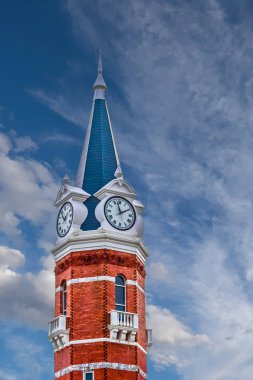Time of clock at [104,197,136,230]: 1:57
